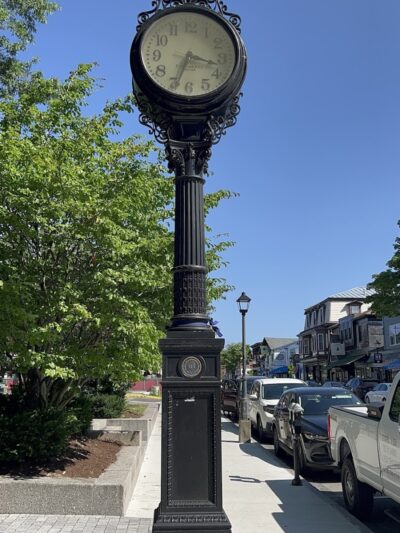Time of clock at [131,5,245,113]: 3:33
